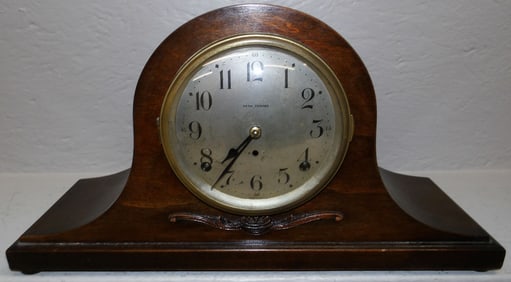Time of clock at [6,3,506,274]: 7:36
